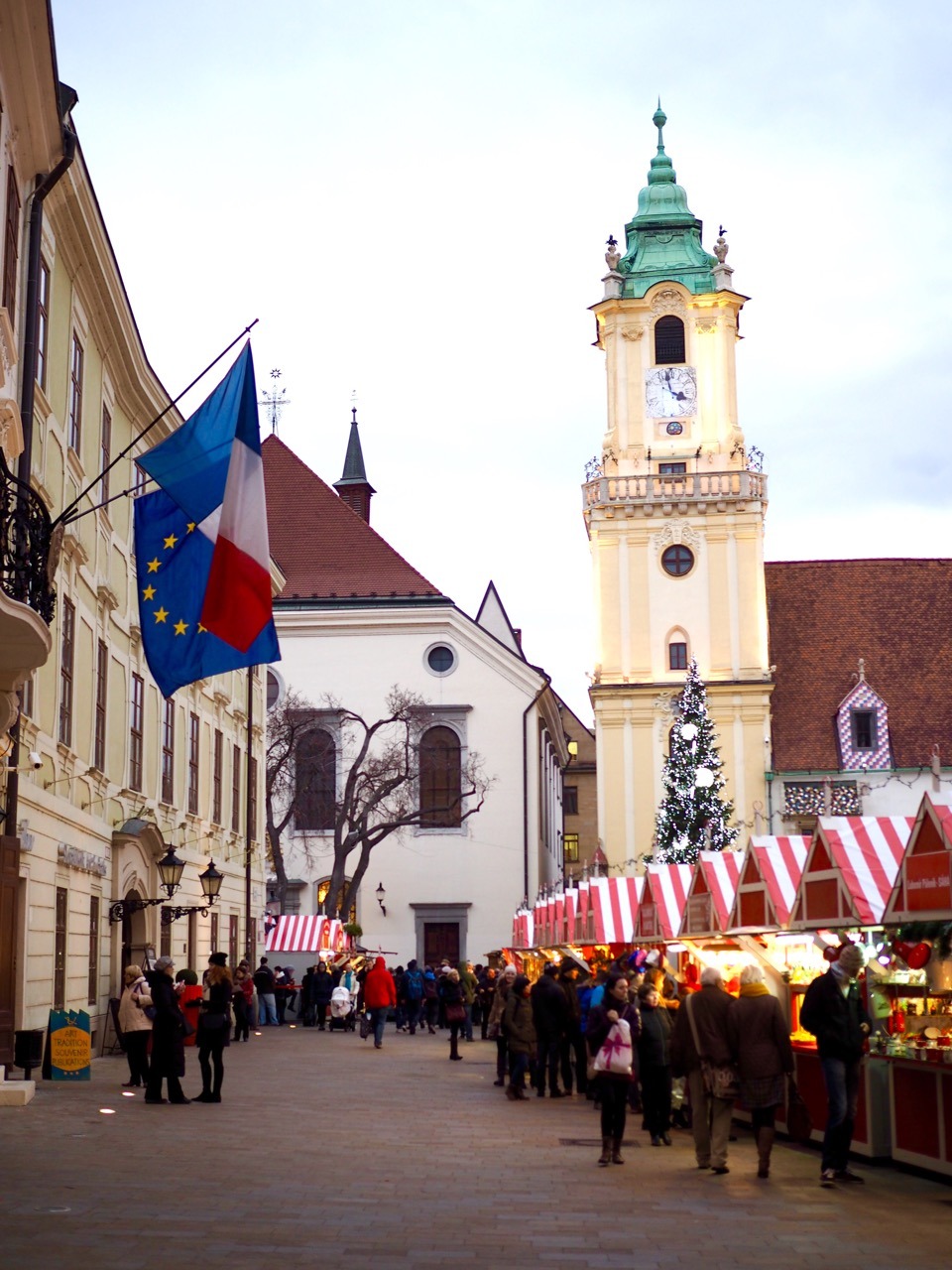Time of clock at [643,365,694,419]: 3:58
